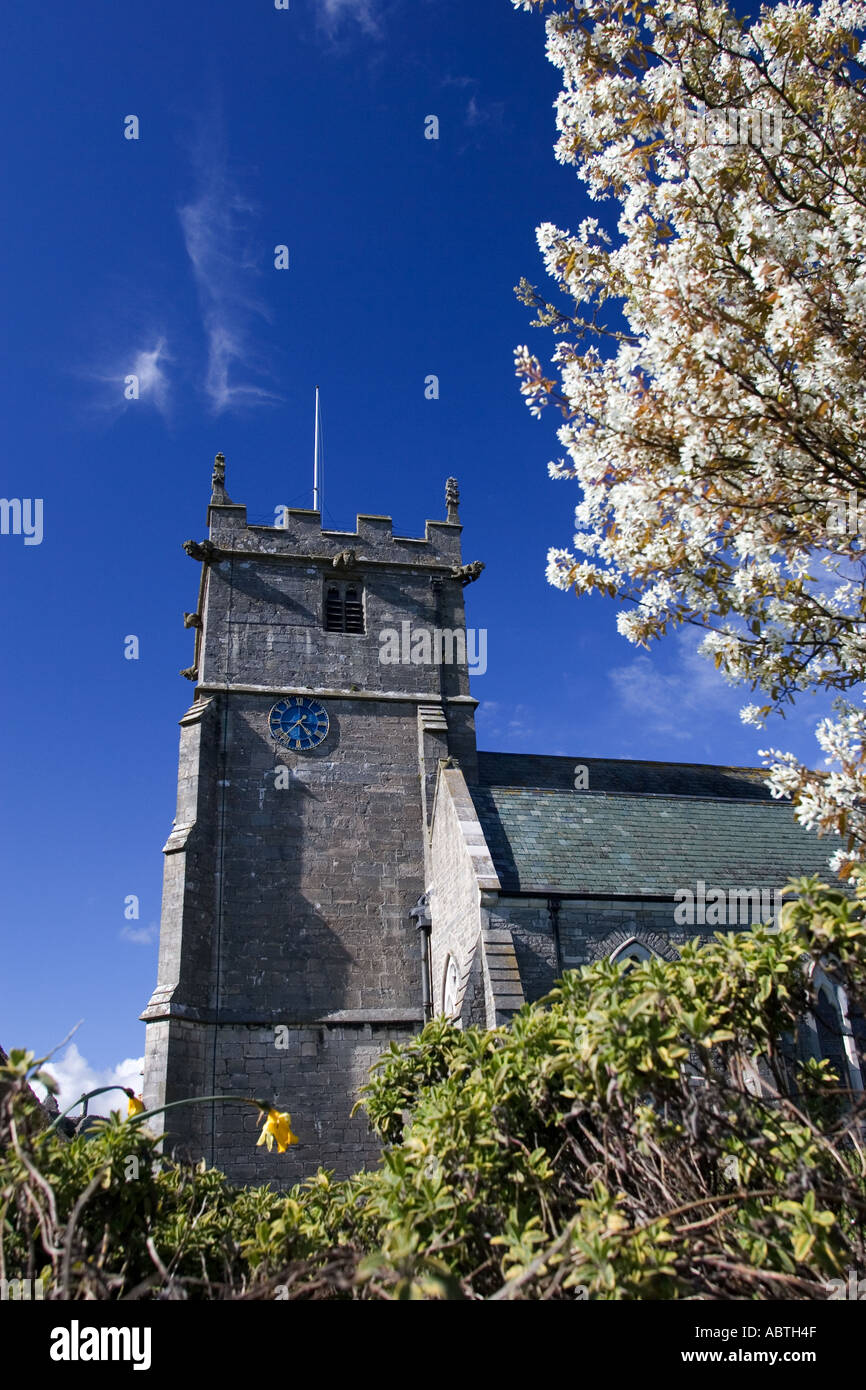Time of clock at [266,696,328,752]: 4:37
